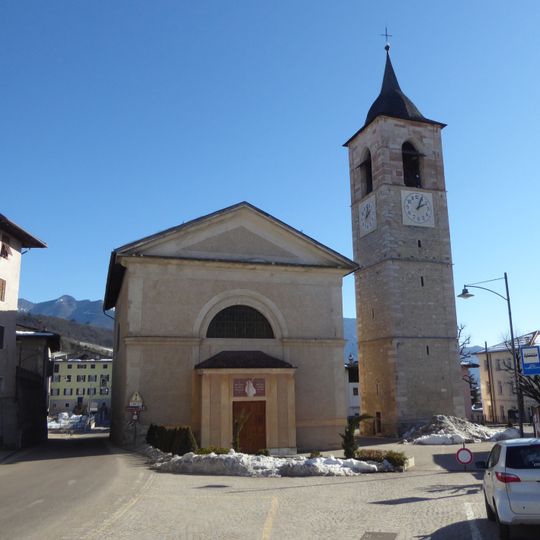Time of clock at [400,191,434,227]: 2:03
